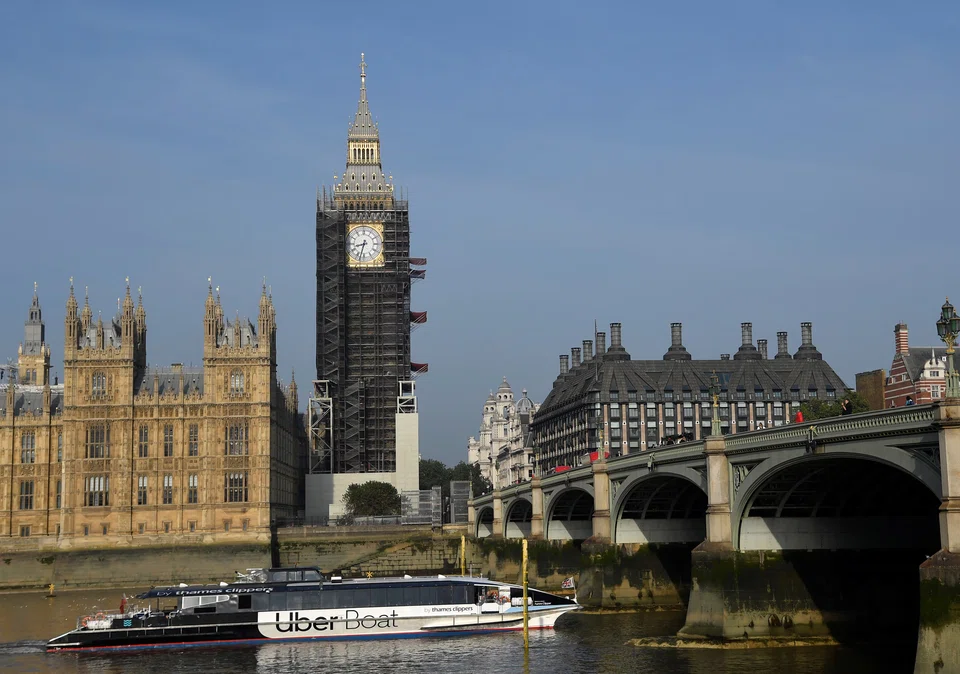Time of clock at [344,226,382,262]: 8:32
